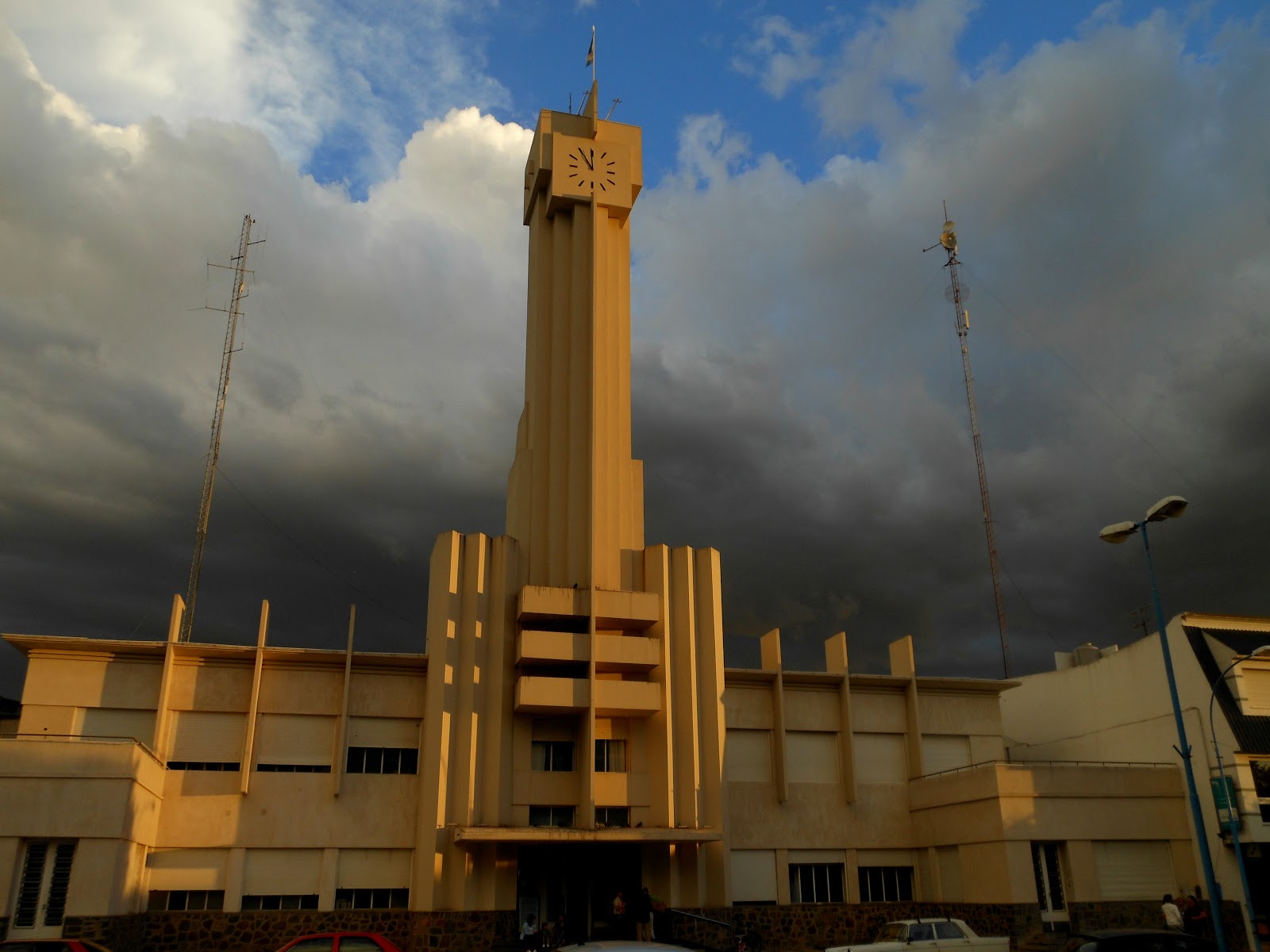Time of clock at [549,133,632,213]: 11:54
